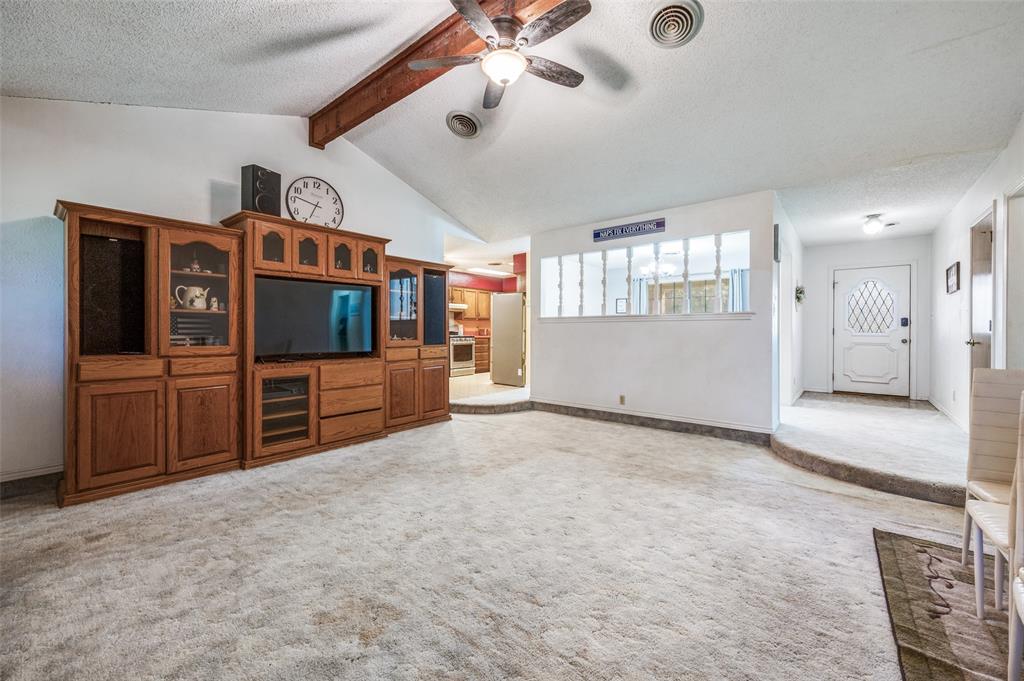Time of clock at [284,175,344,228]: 6:46
